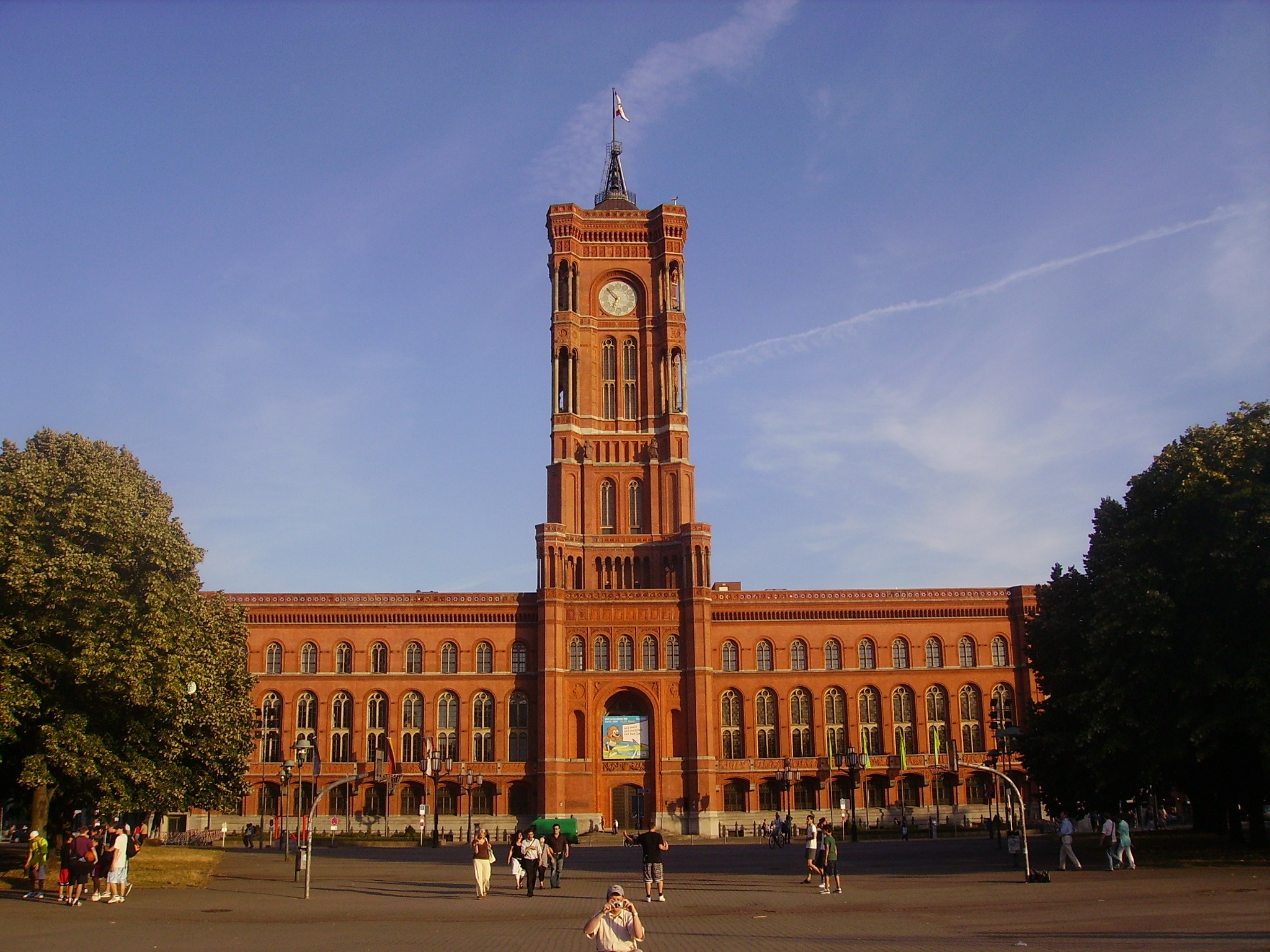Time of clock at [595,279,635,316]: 6:53
